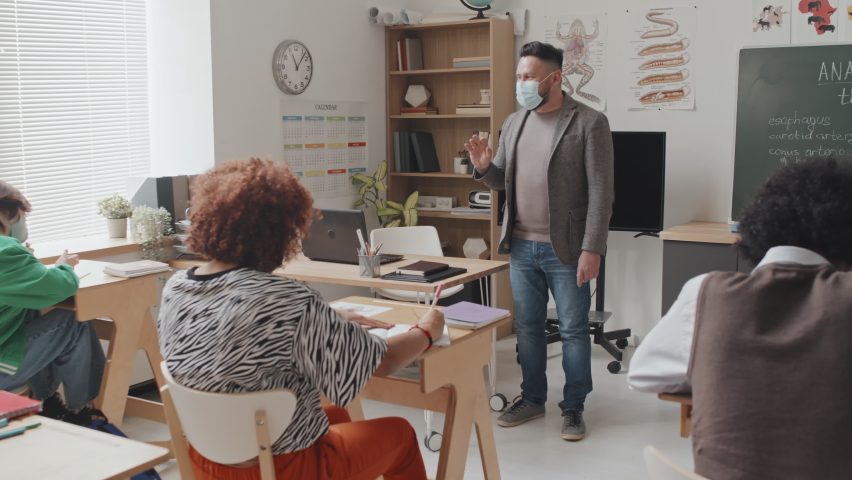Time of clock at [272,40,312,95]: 11:07
